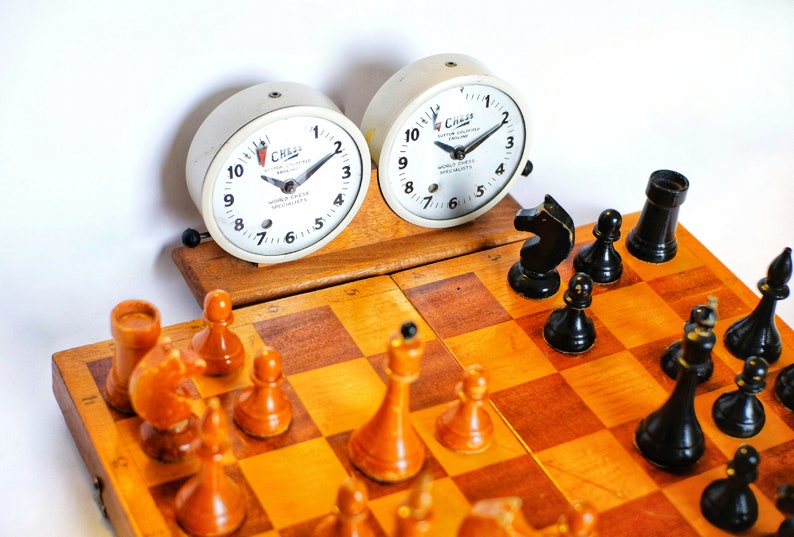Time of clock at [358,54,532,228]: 10:10
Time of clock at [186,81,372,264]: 10:10
